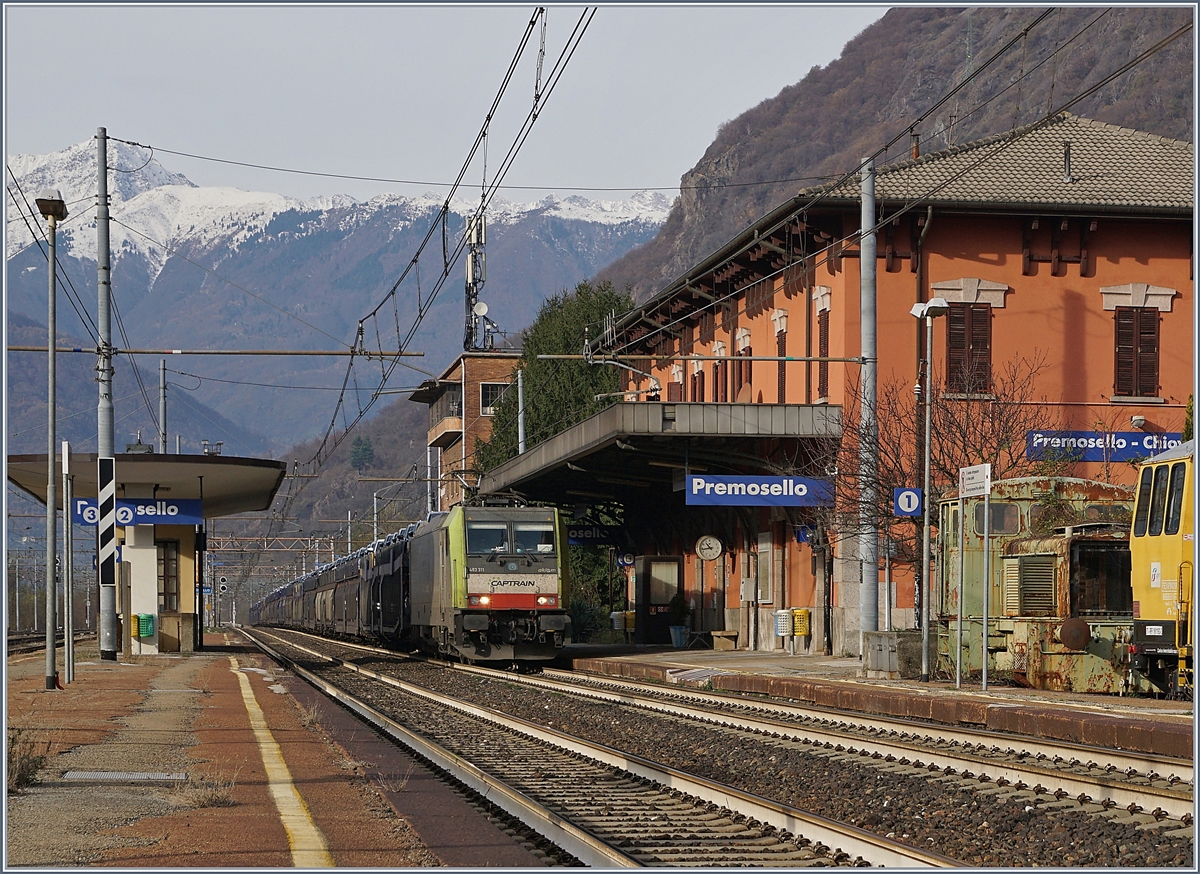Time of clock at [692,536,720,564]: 10:43
